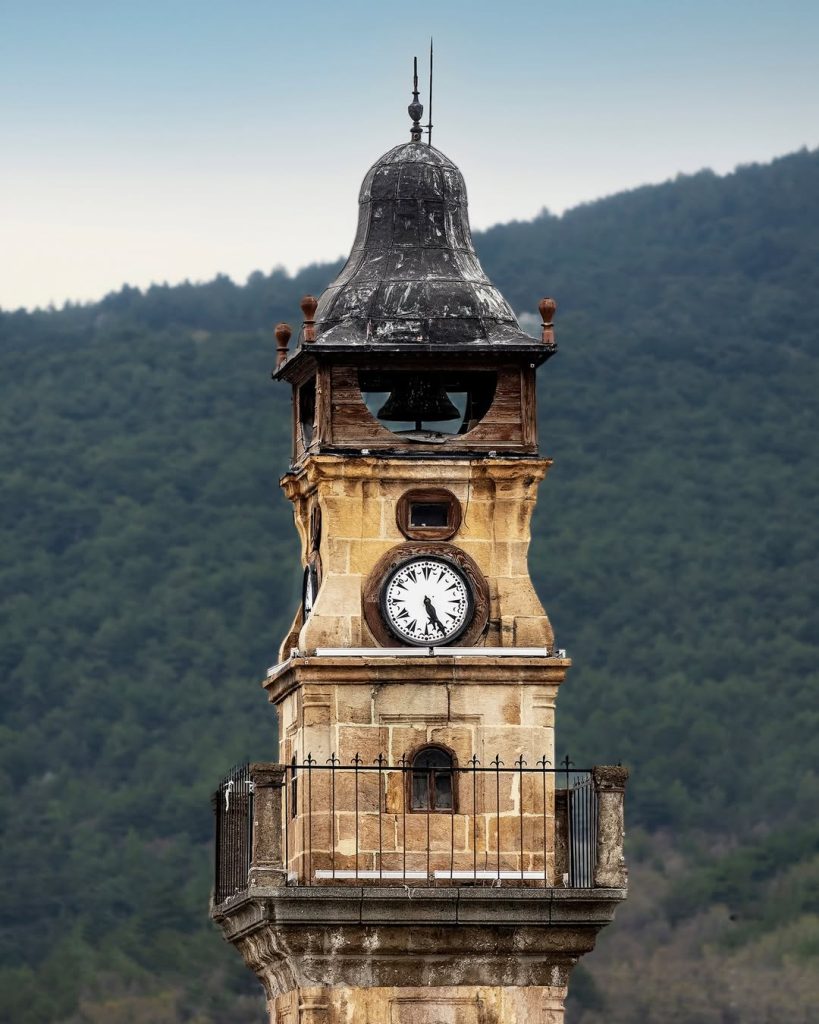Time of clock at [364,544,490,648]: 5:24
